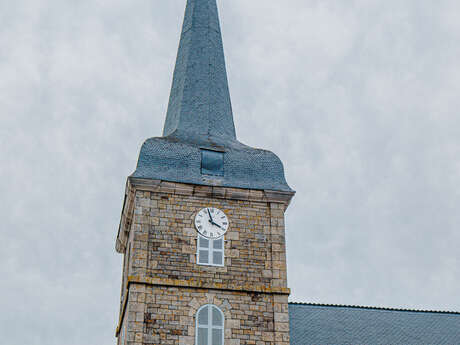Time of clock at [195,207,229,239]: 3:57
